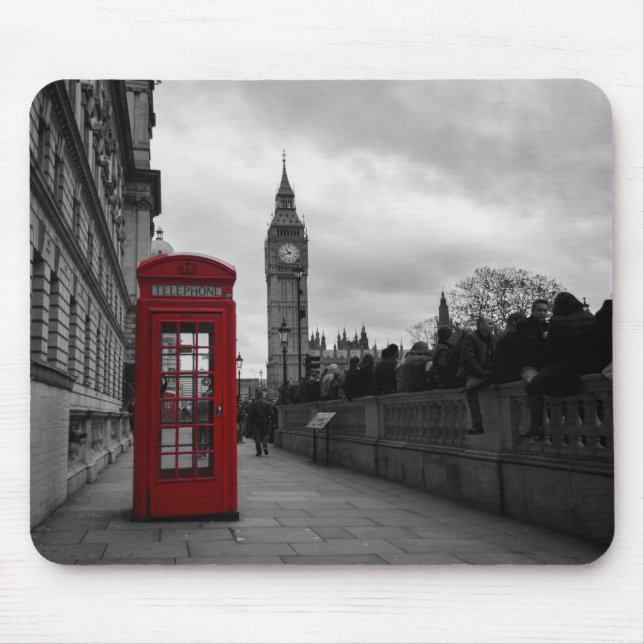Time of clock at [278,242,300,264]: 10:42
